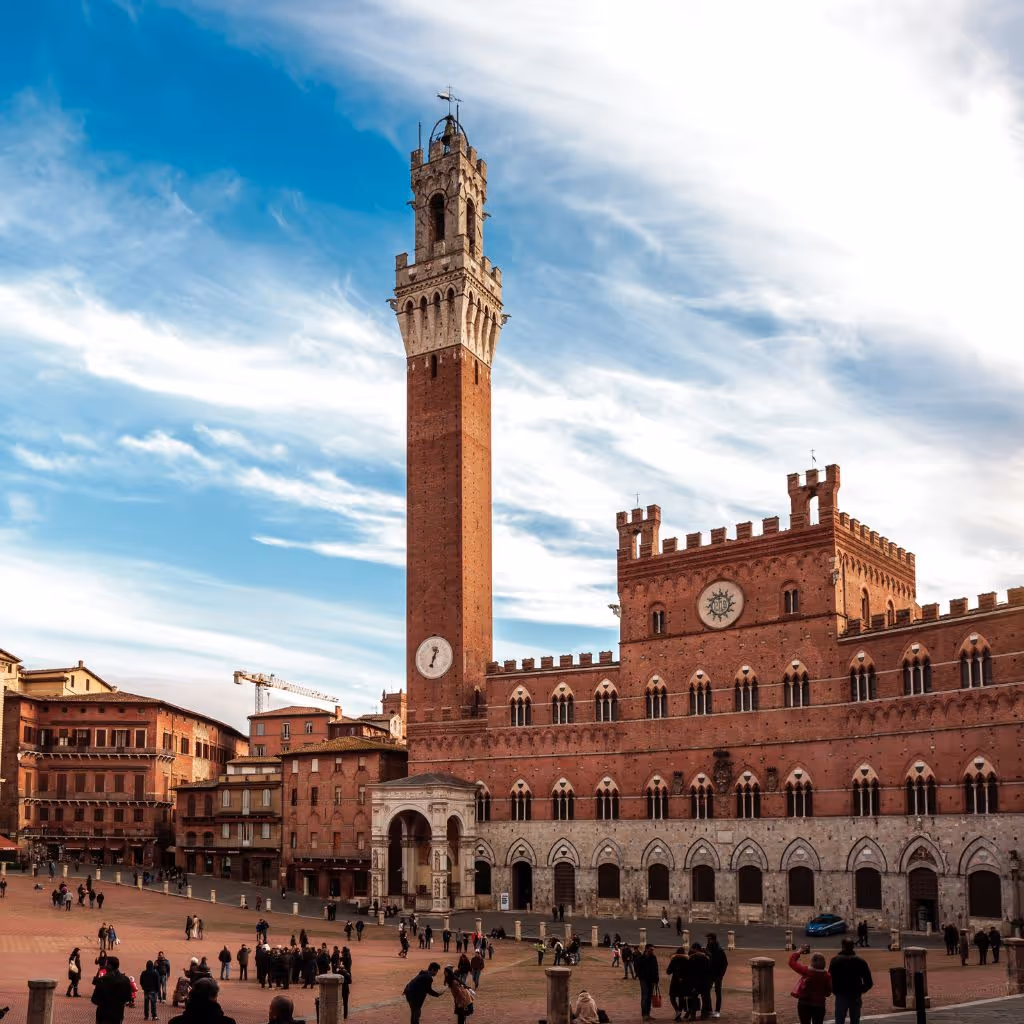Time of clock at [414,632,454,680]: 12:32
